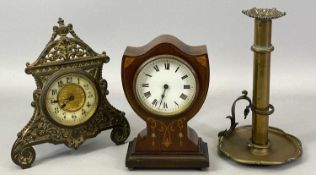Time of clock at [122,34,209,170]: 6:32
